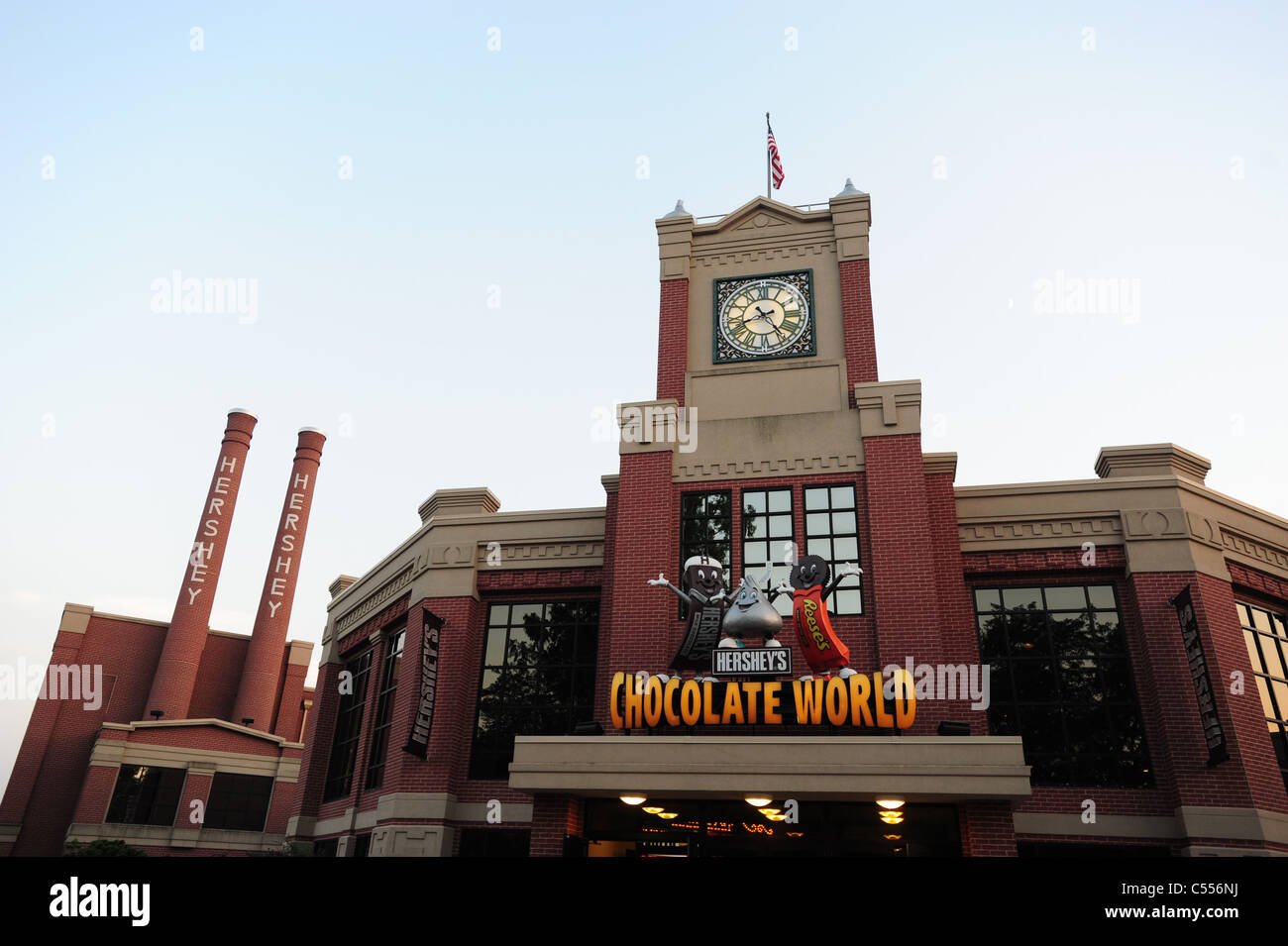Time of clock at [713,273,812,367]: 8:24
